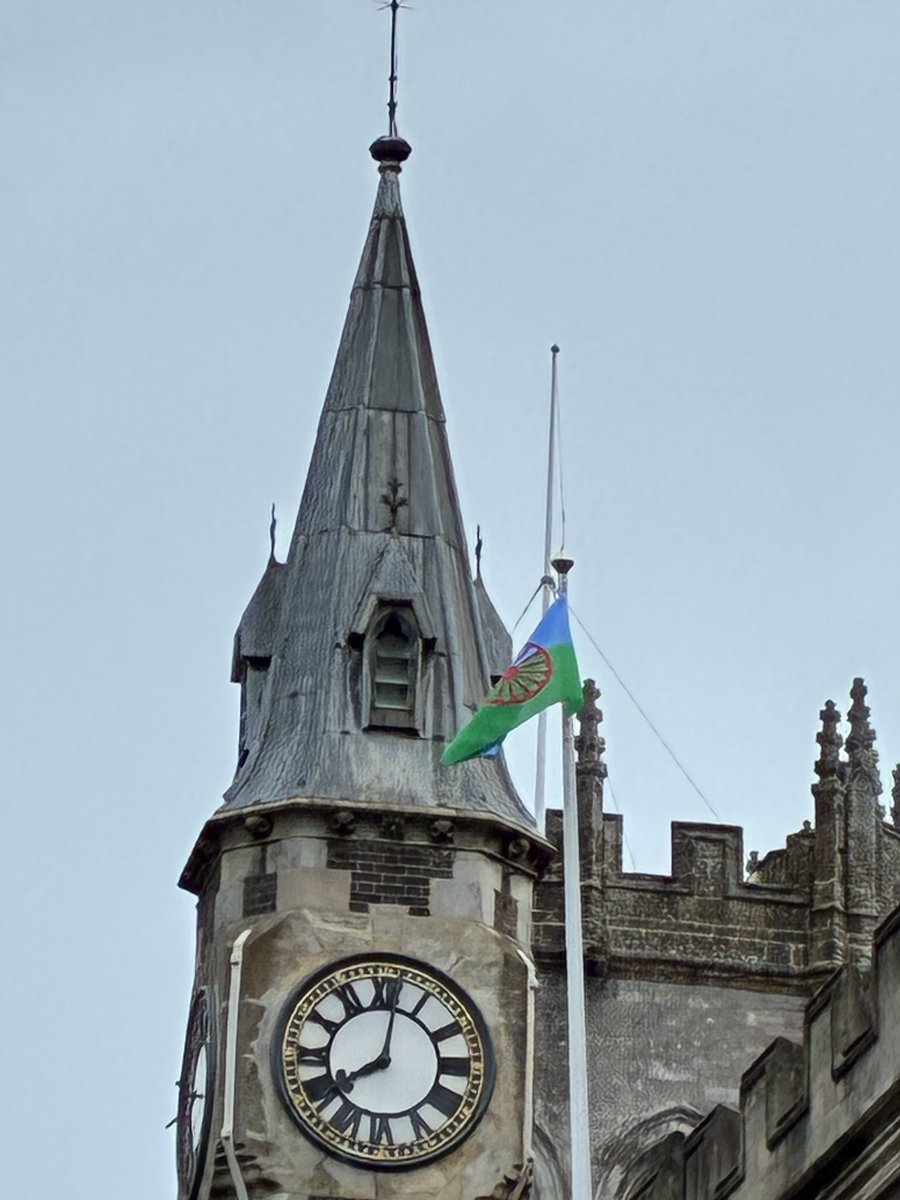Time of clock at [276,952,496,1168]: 8:01
